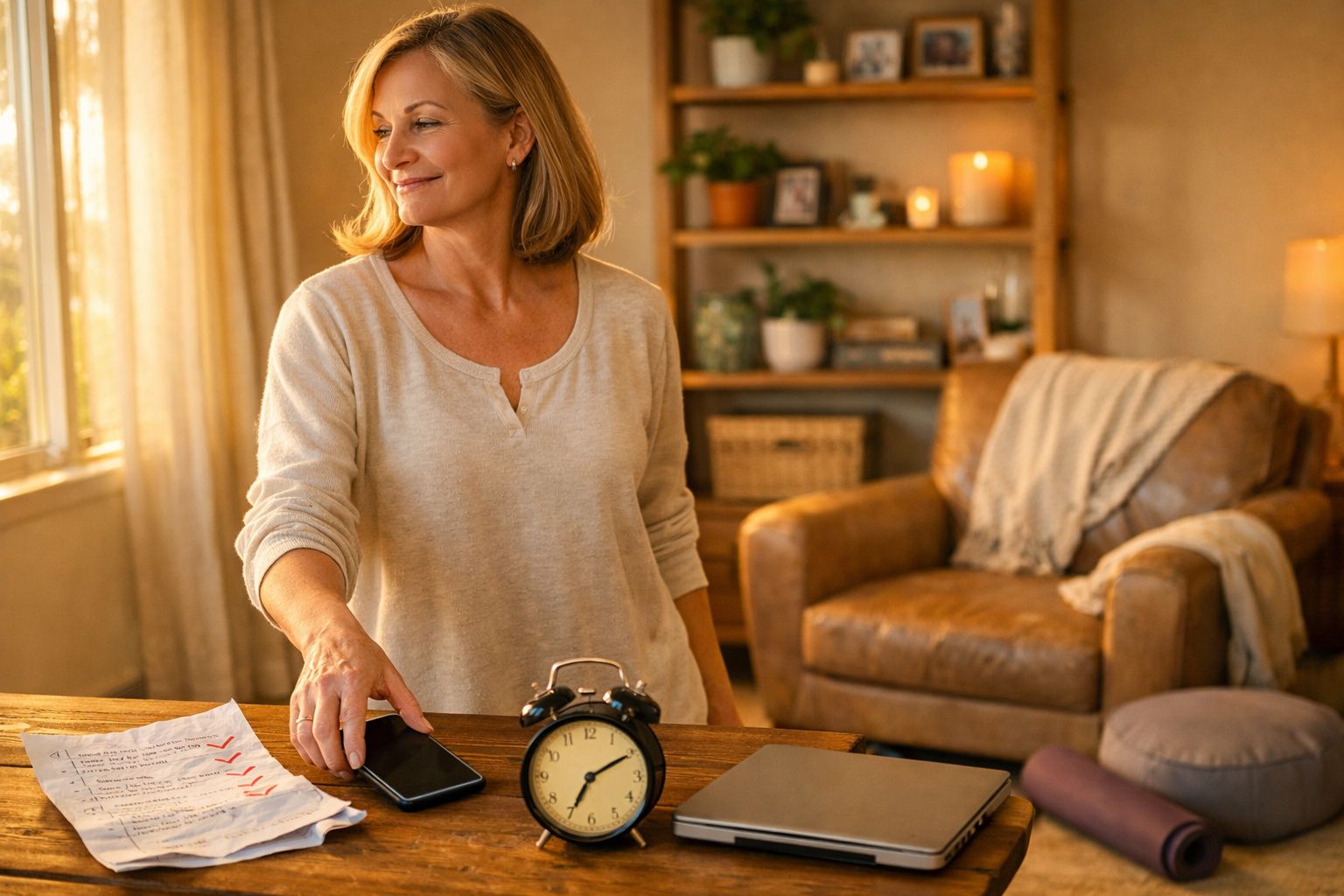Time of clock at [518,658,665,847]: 7:10
